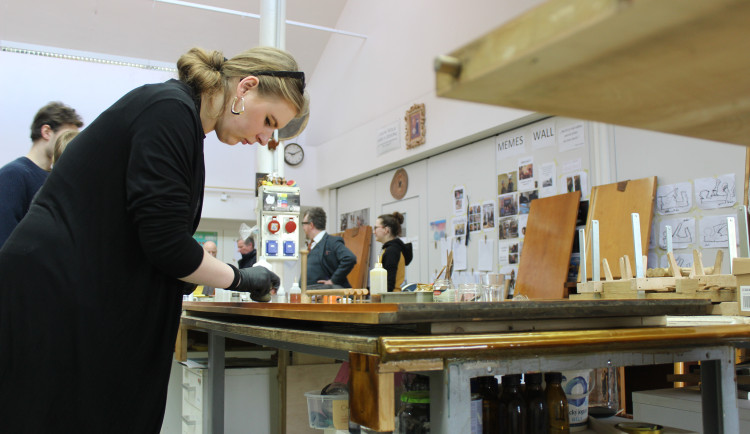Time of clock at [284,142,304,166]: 9:10
